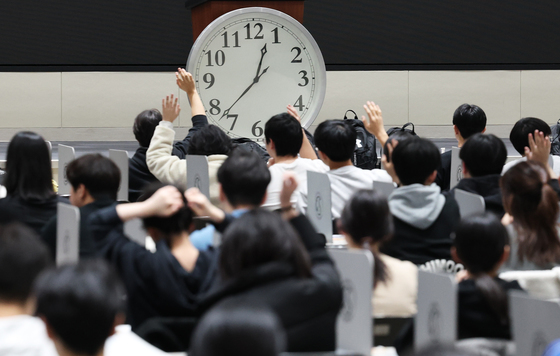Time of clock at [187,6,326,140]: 12:37
